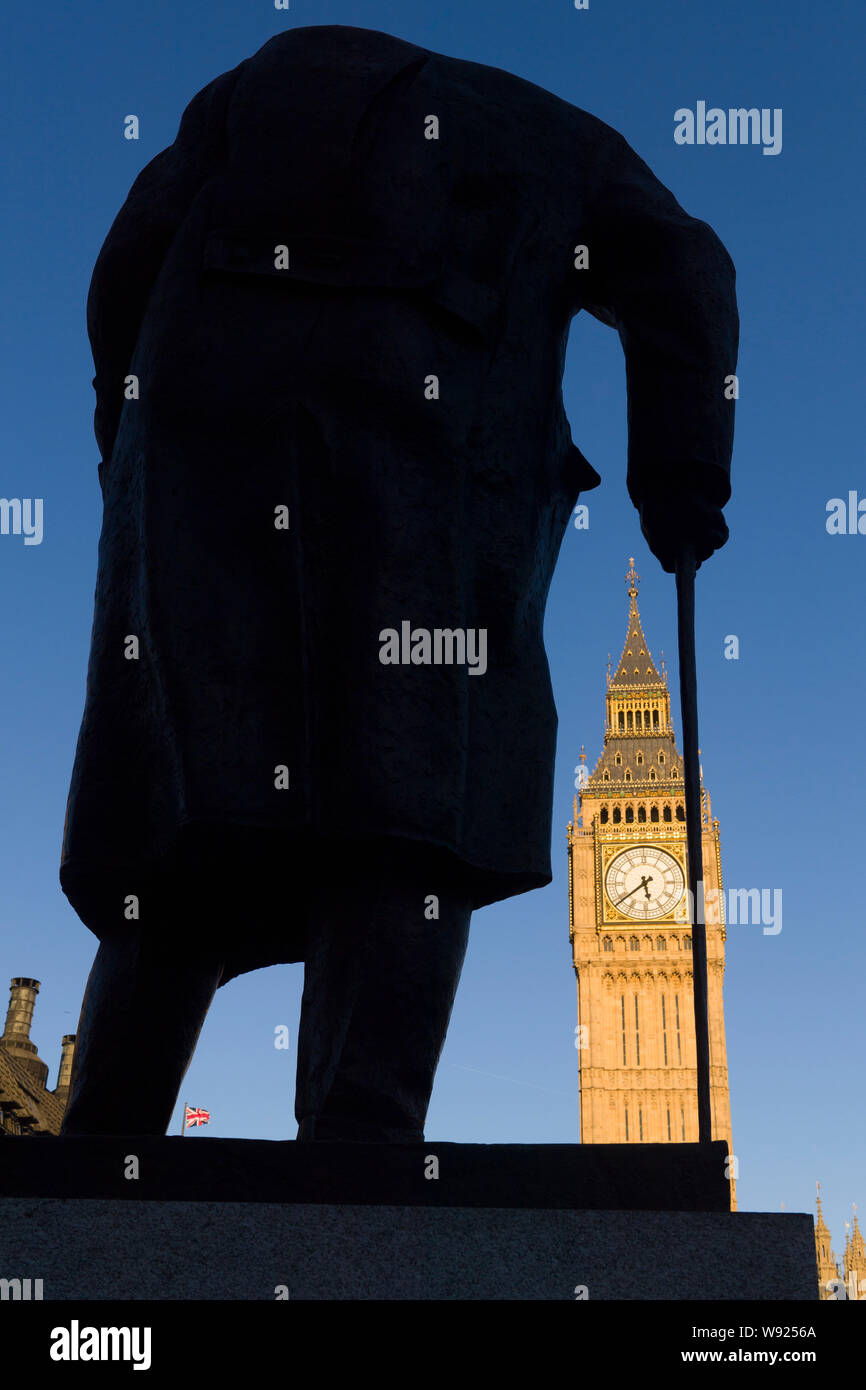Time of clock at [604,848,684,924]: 5:38
